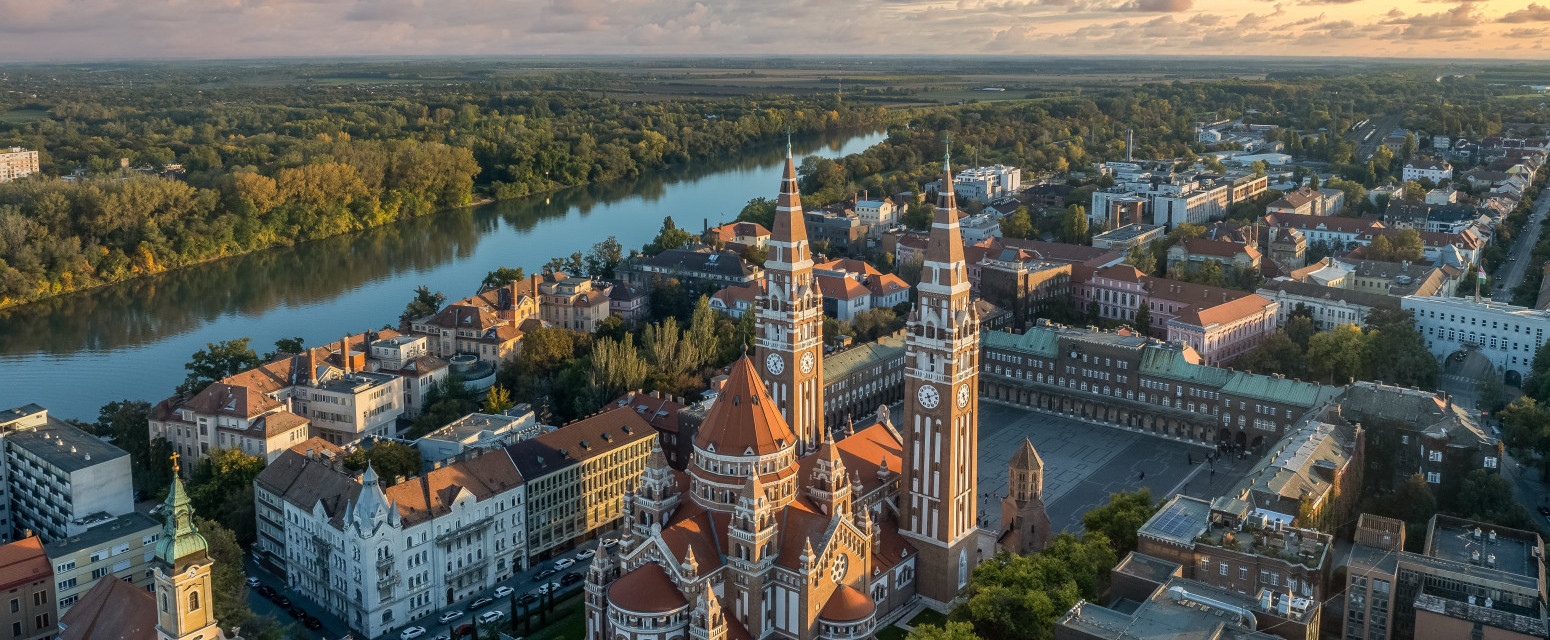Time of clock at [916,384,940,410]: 5:11
